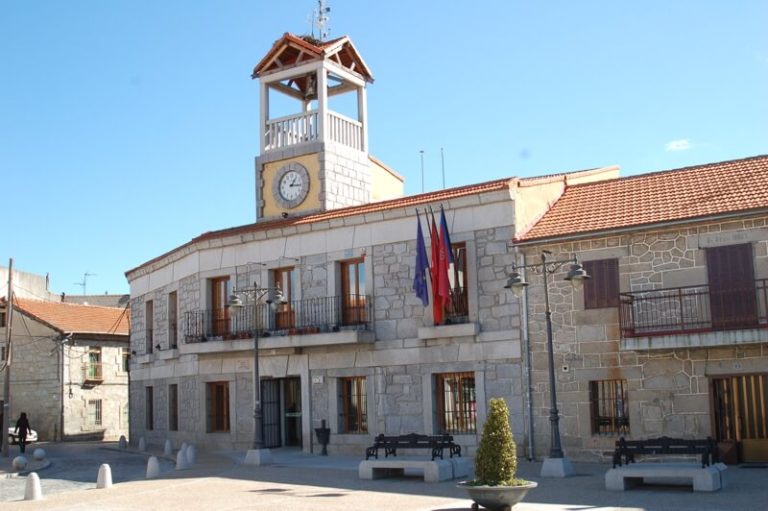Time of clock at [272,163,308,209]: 1:16
